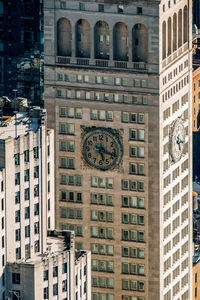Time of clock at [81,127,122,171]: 5:18
